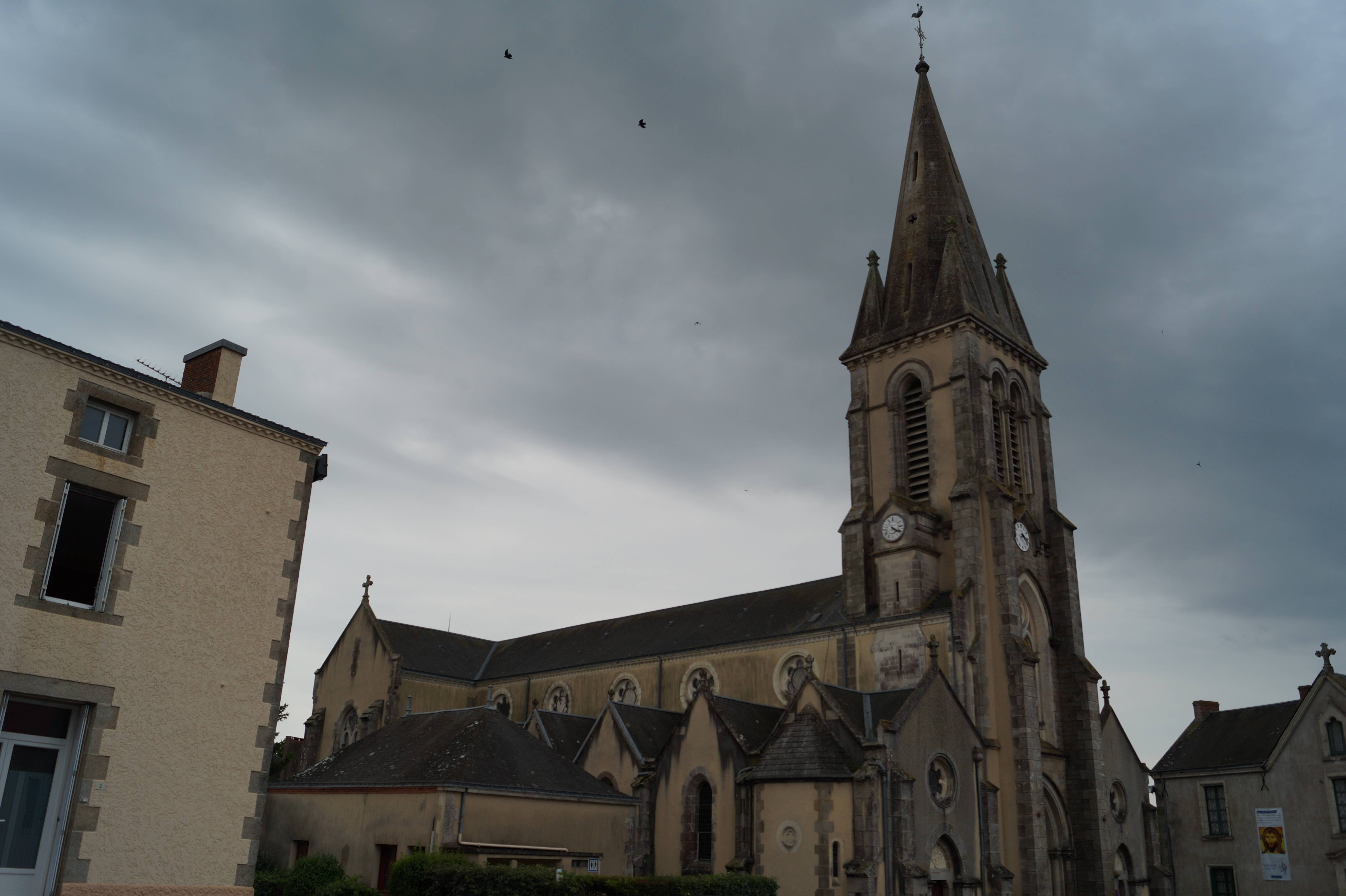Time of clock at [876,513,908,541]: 4:20
